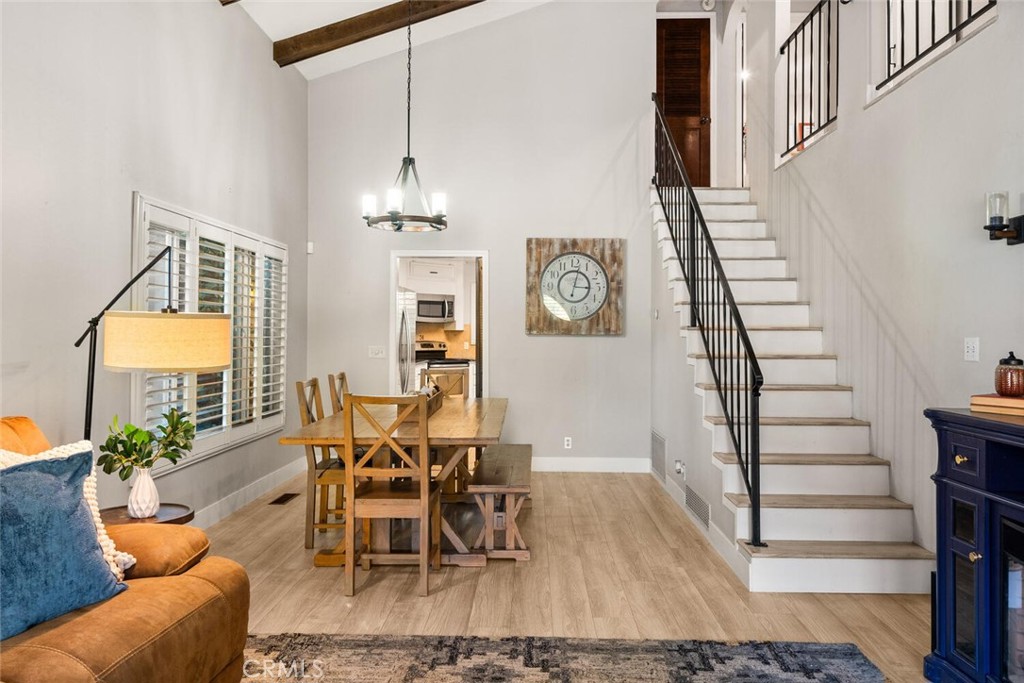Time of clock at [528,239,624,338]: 12:33
